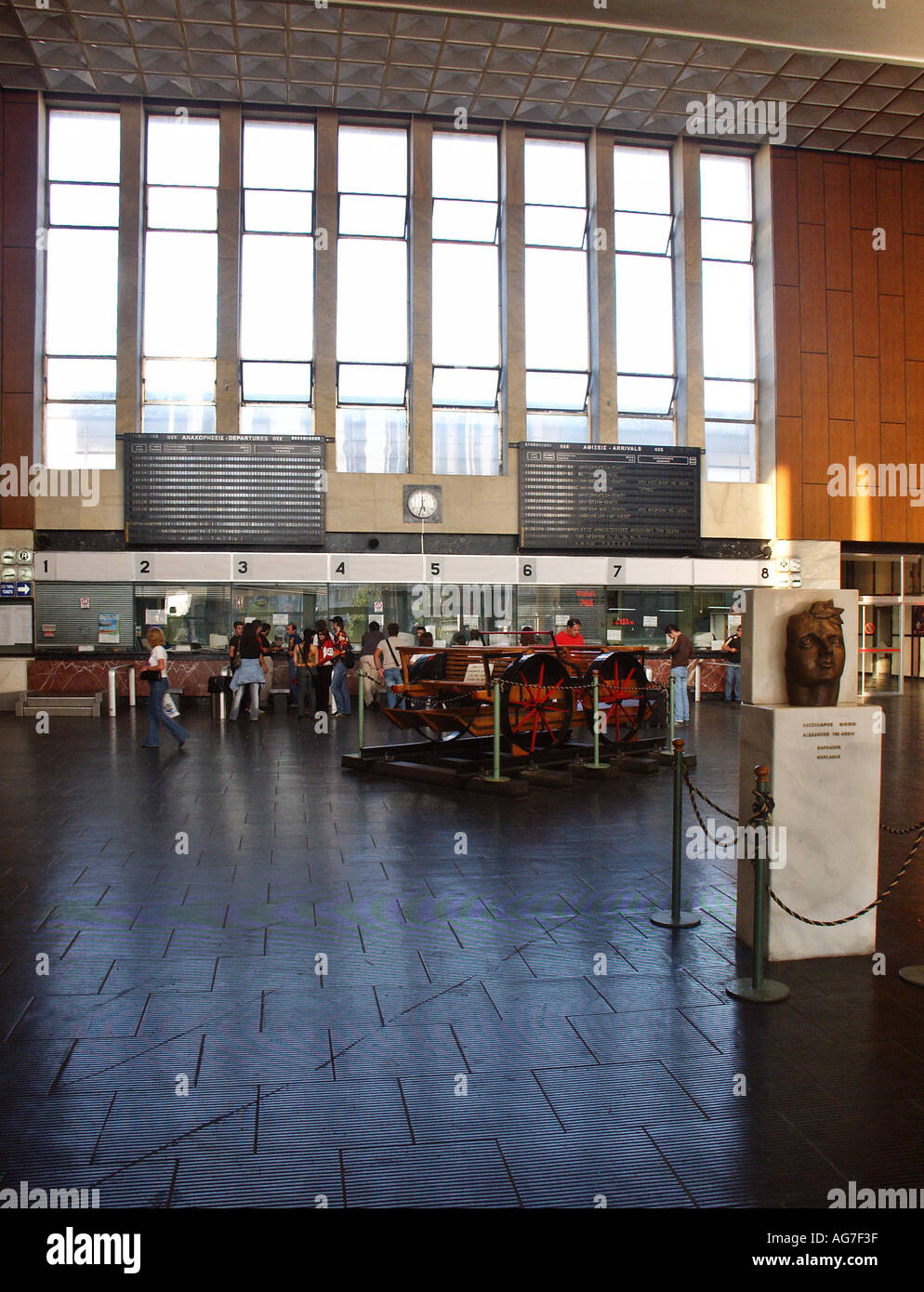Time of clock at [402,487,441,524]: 5:33
